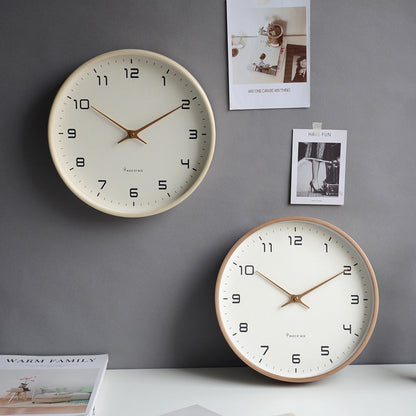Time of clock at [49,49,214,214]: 10:09
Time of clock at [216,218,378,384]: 10:09
